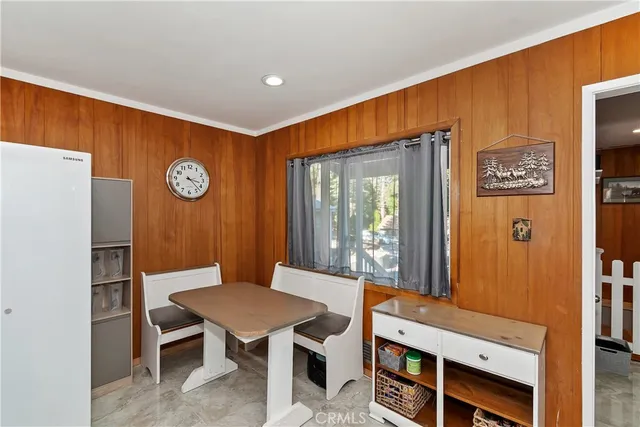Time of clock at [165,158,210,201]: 3:22
